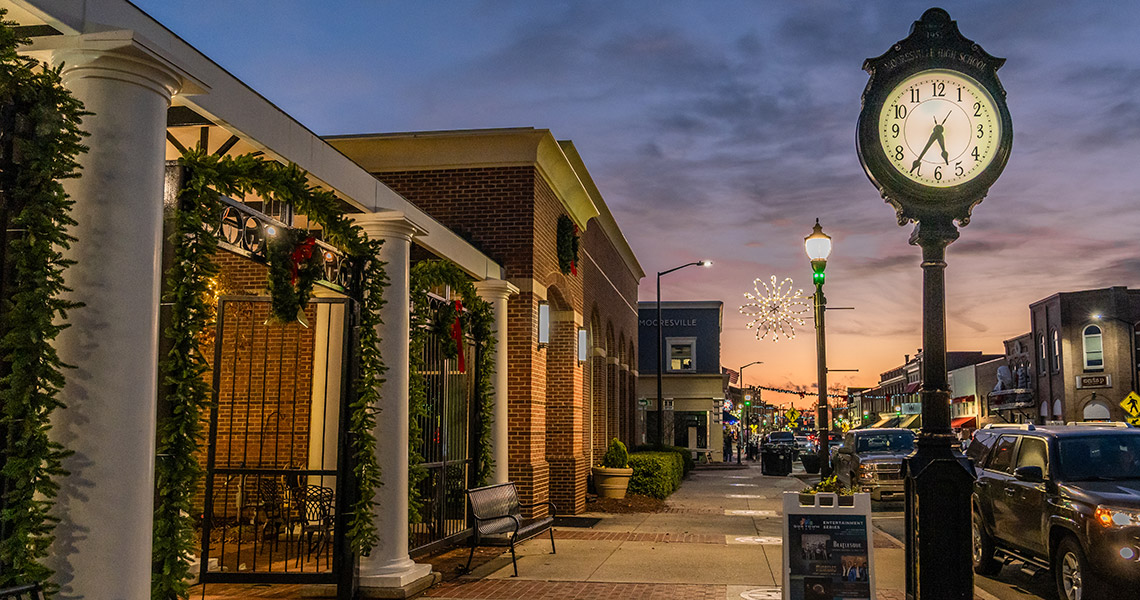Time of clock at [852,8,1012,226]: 5:35
